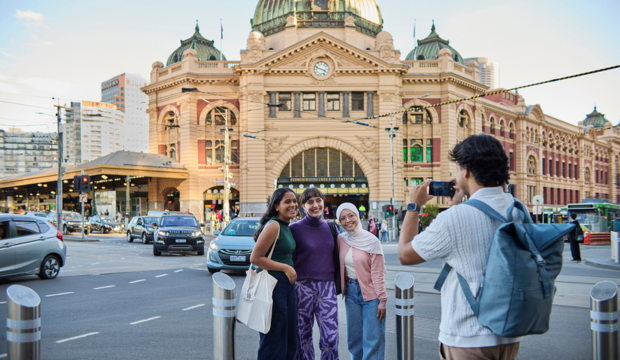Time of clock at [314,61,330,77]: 3:48
